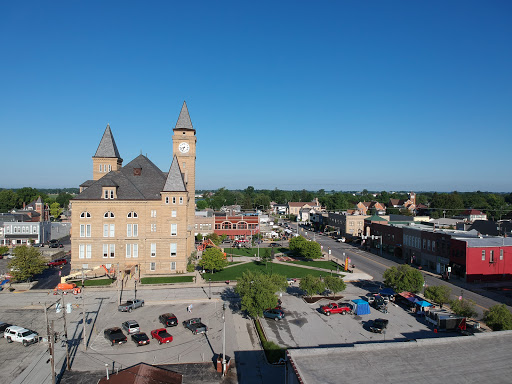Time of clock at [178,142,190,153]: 8:33
